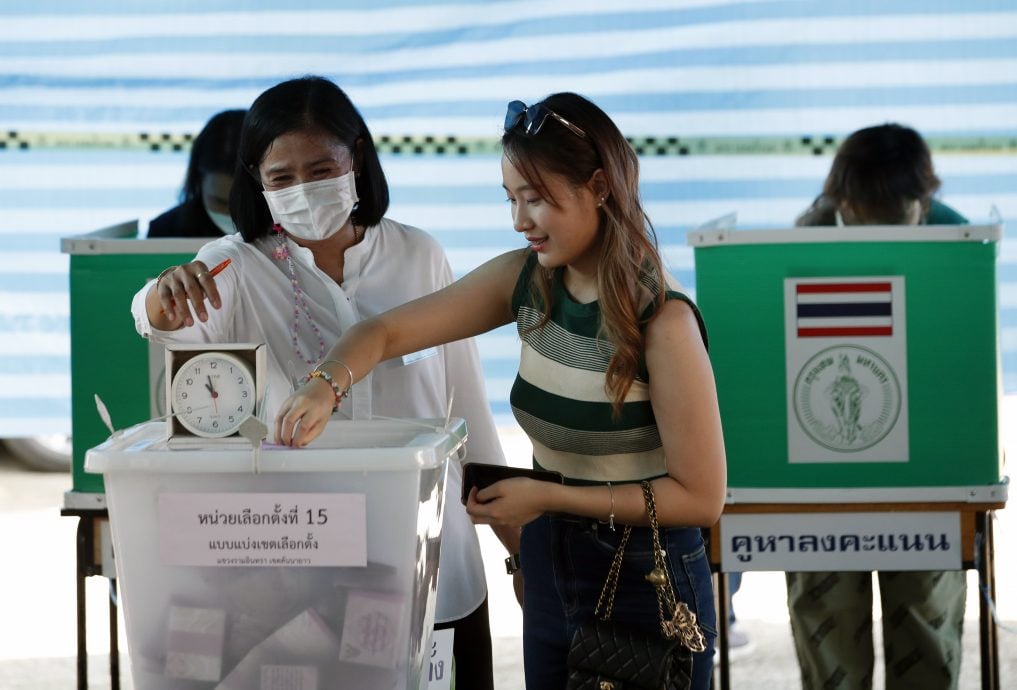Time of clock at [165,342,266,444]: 10:57
